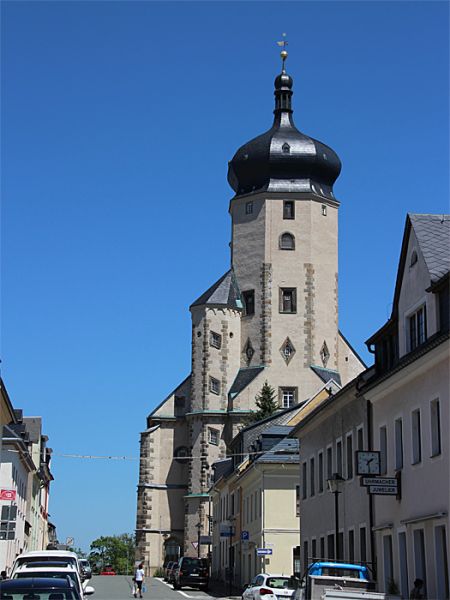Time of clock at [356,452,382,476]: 1:28
